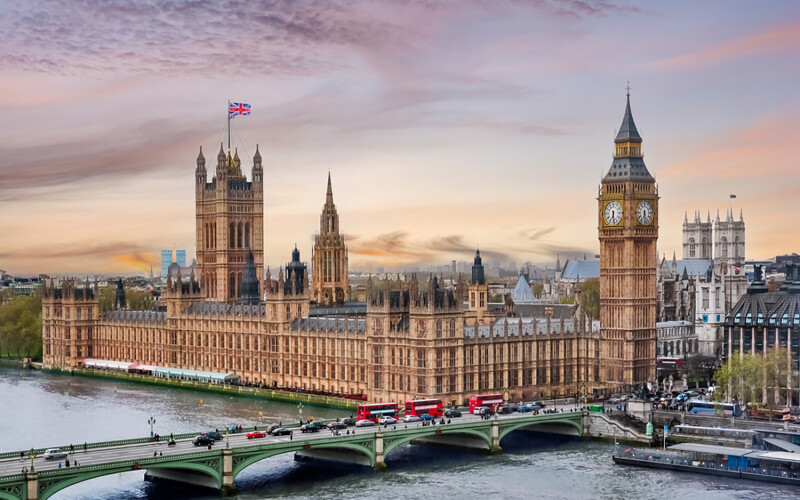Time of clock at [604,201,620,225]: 6:28
